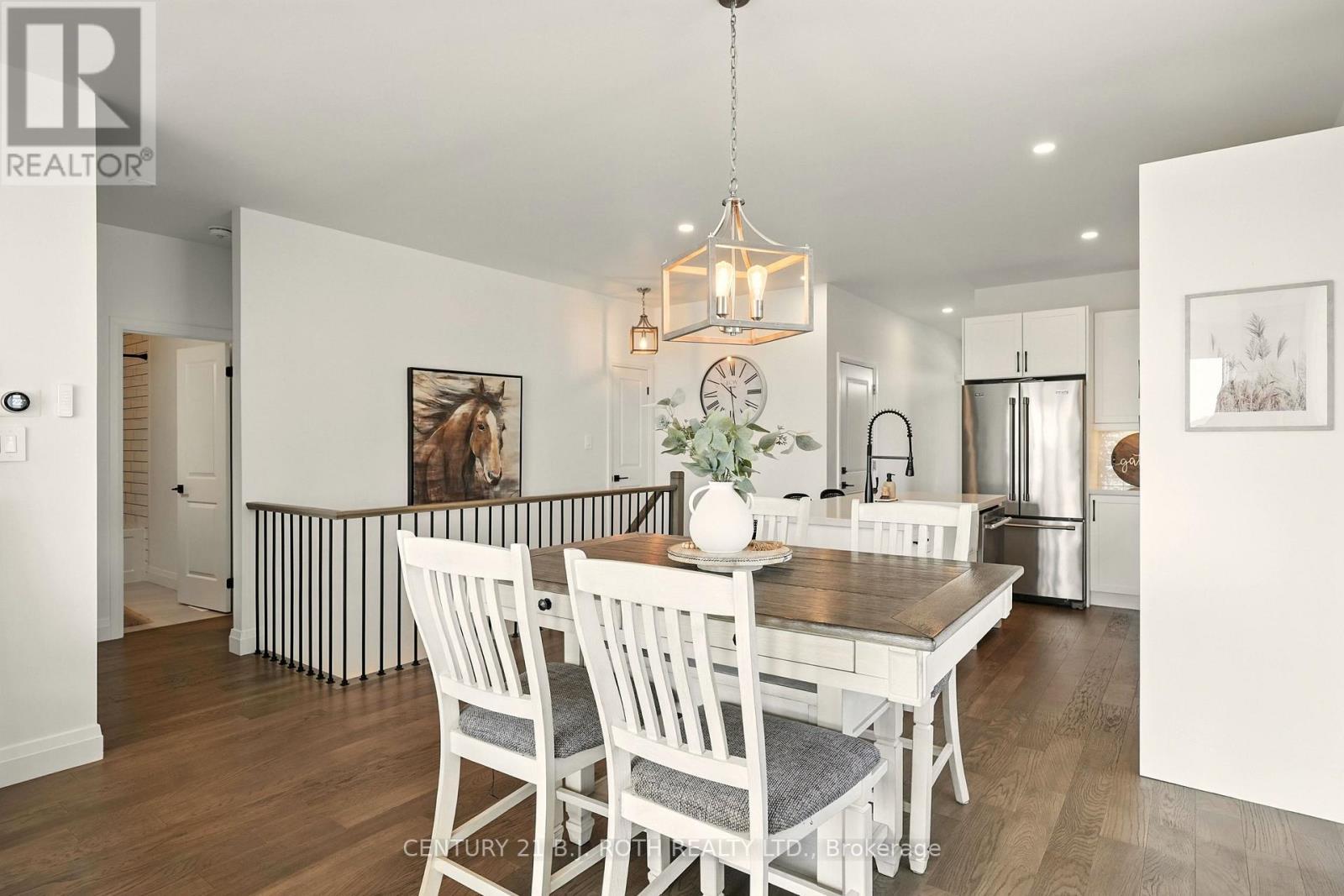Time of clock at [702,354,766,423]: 10:28
